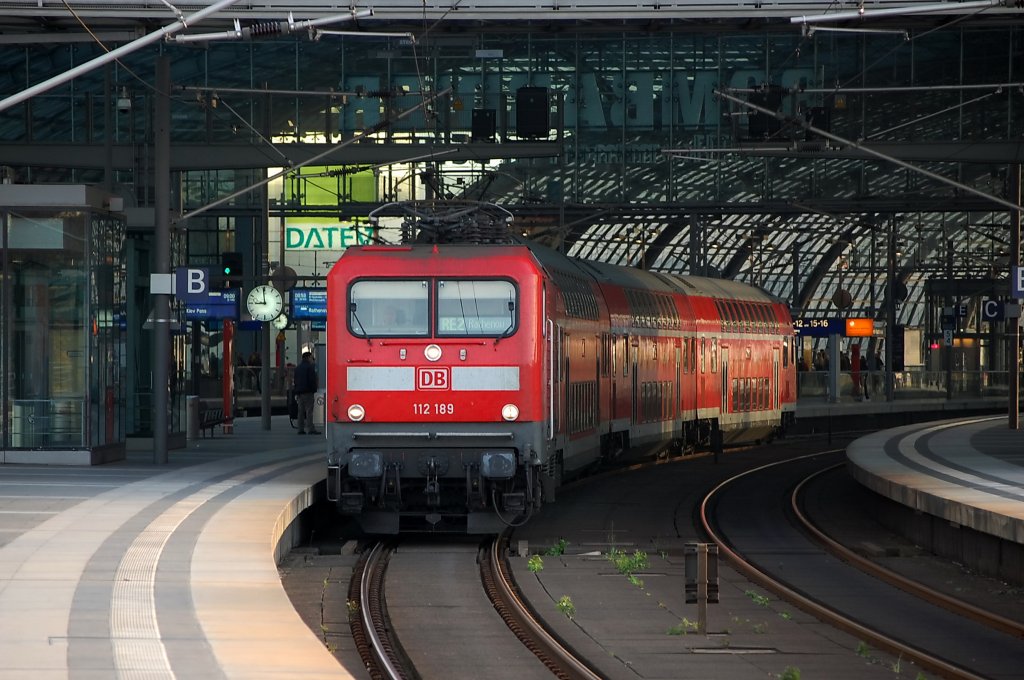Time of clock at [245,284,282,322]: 8:59
